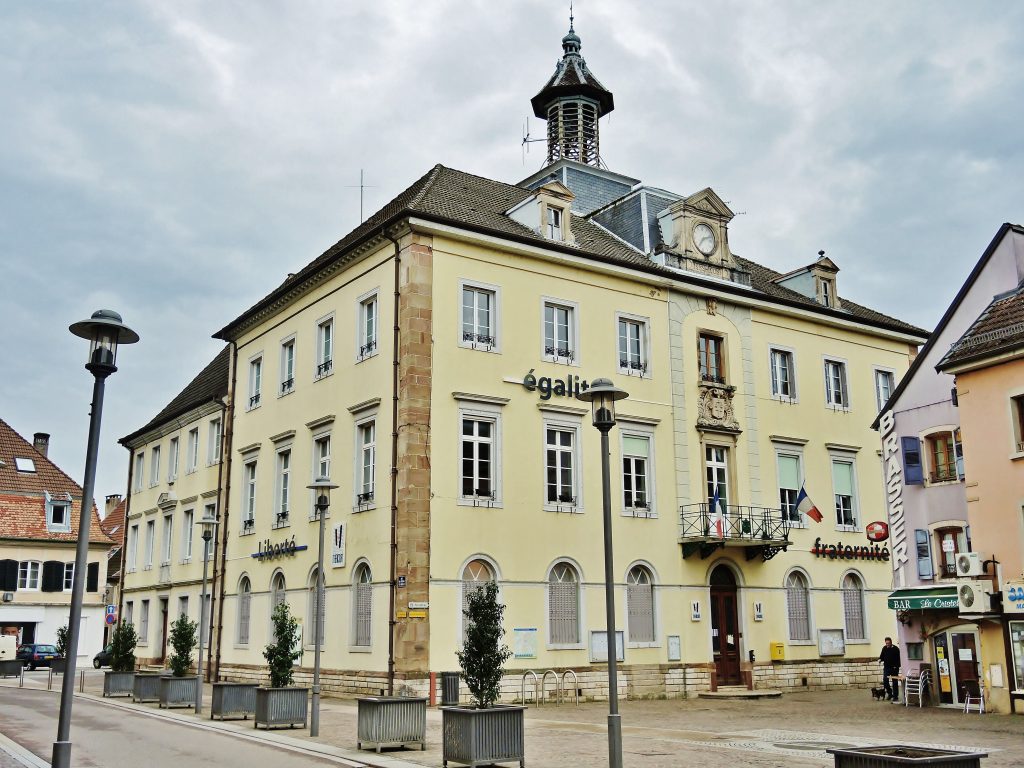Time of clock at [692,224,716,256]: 7:11
